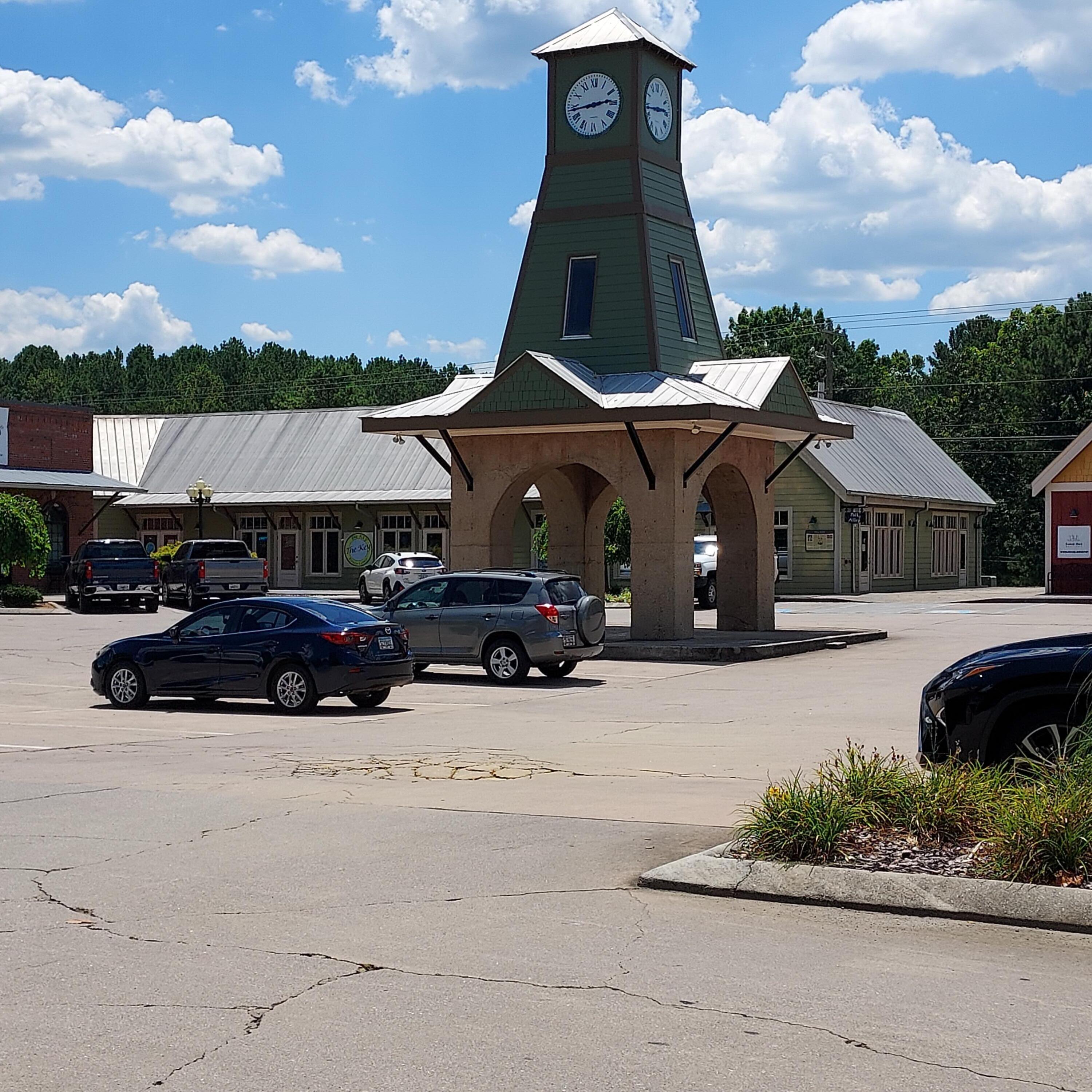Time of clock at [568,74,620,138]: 2:43
